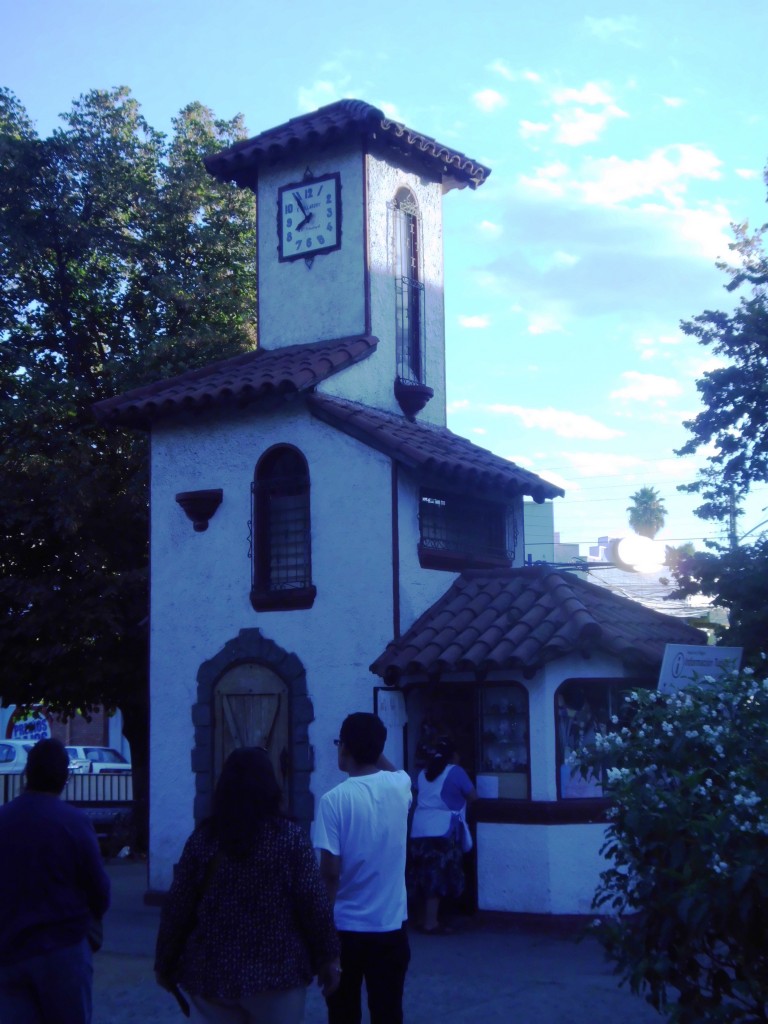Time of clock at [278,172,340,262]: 7:54
